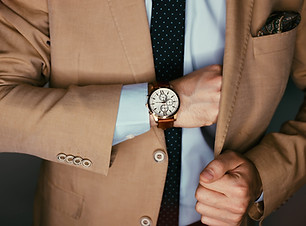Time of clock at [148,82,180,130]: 12:46
